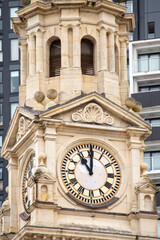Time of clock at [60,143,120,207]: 11:00
